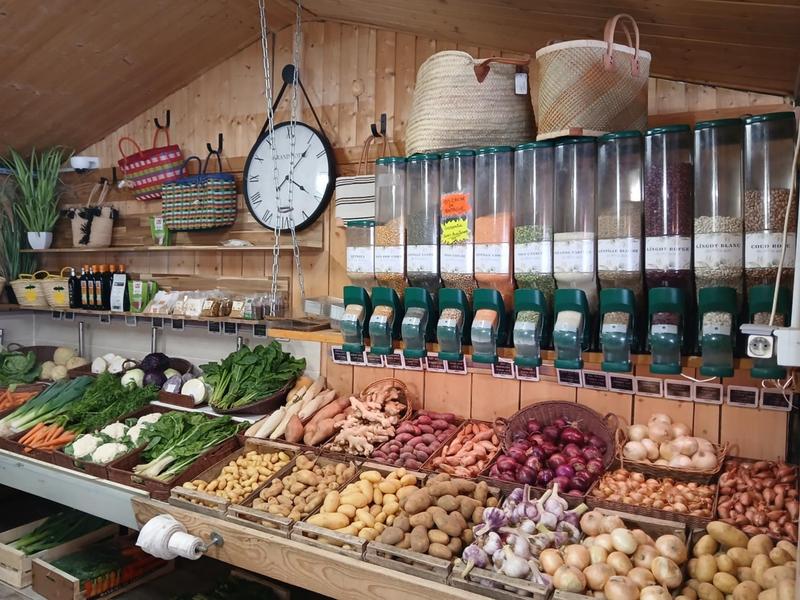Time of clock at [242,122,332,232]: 4:06
